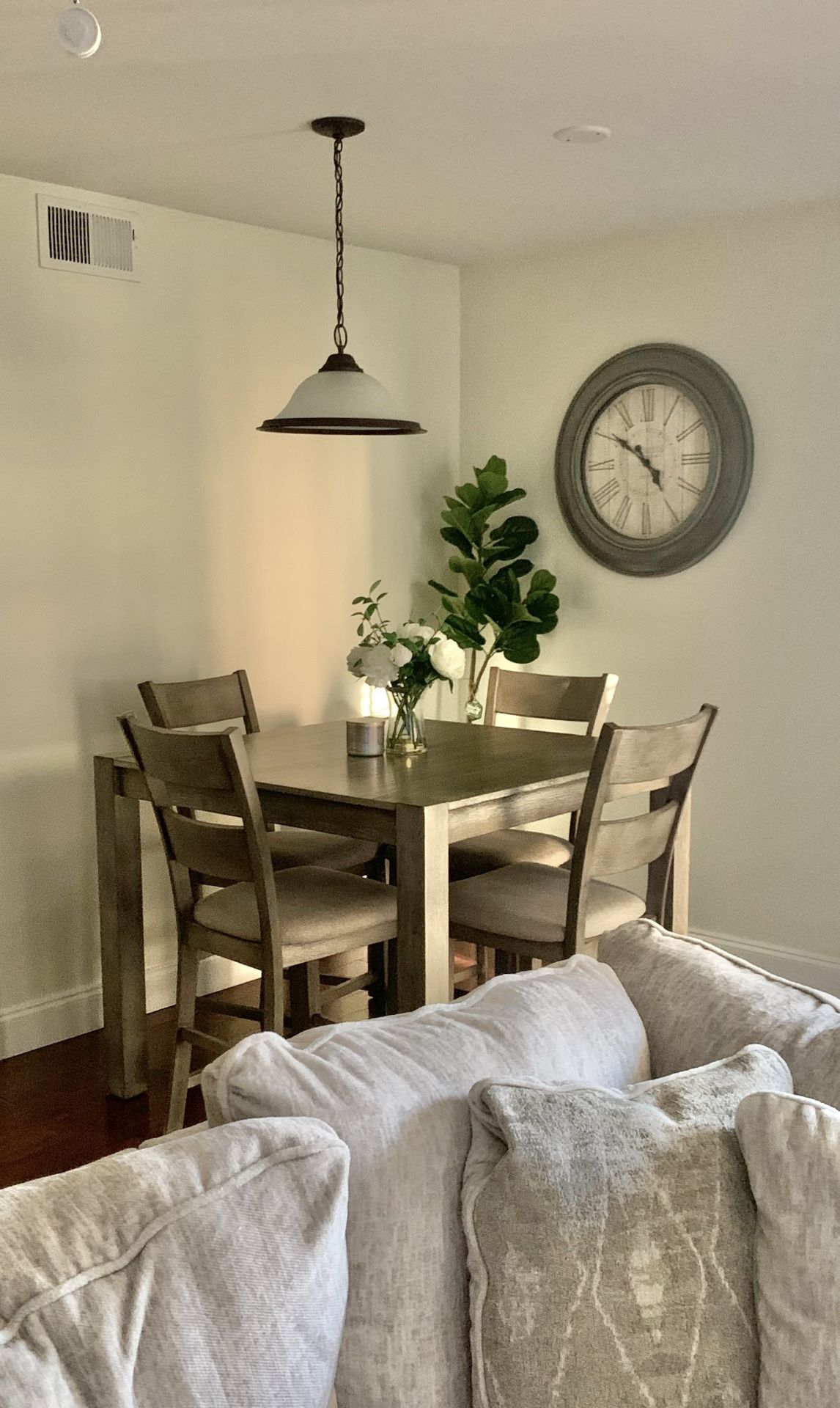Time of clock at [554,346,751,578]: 4:50
